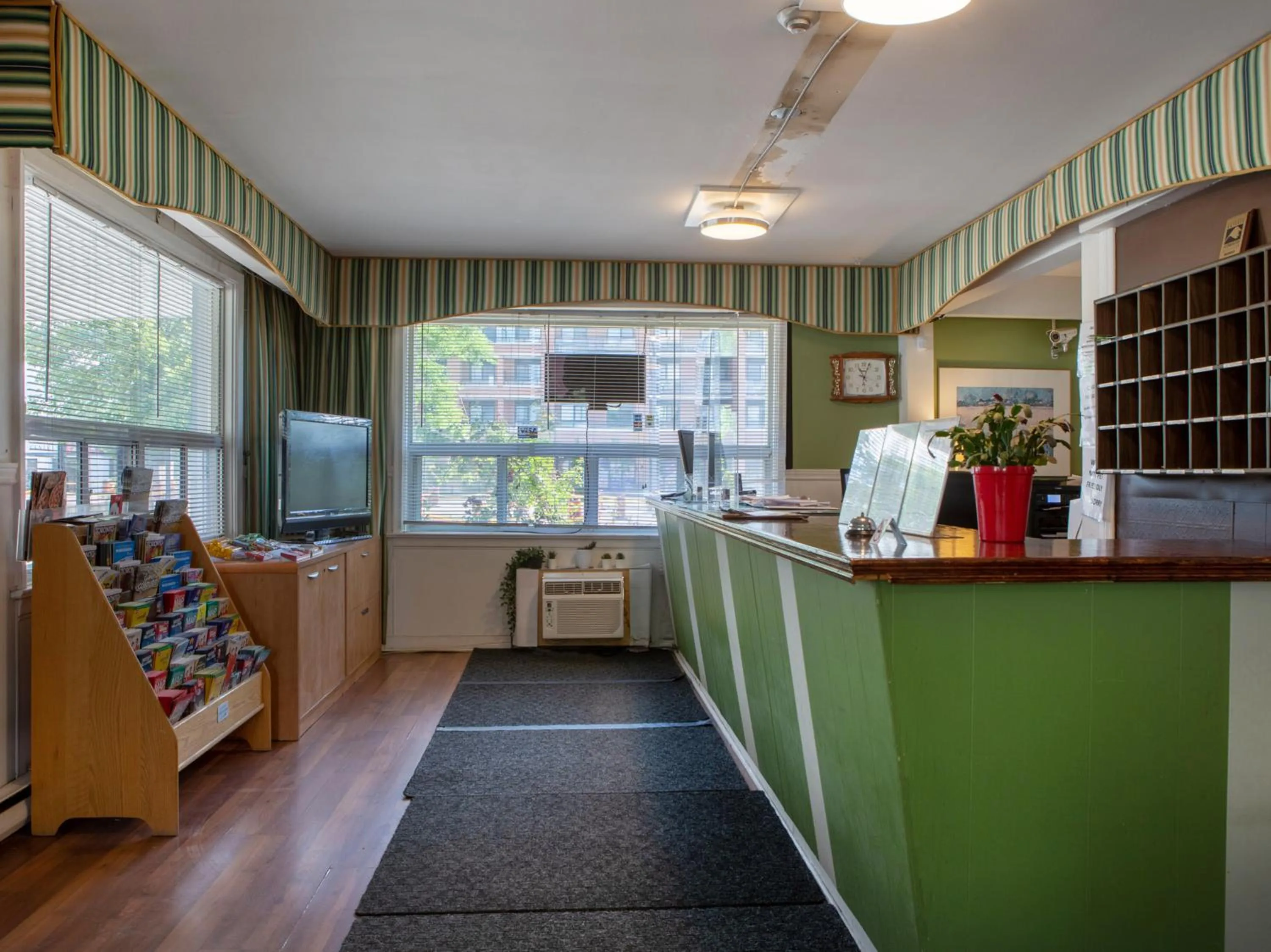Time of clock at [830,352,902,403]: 11:03
